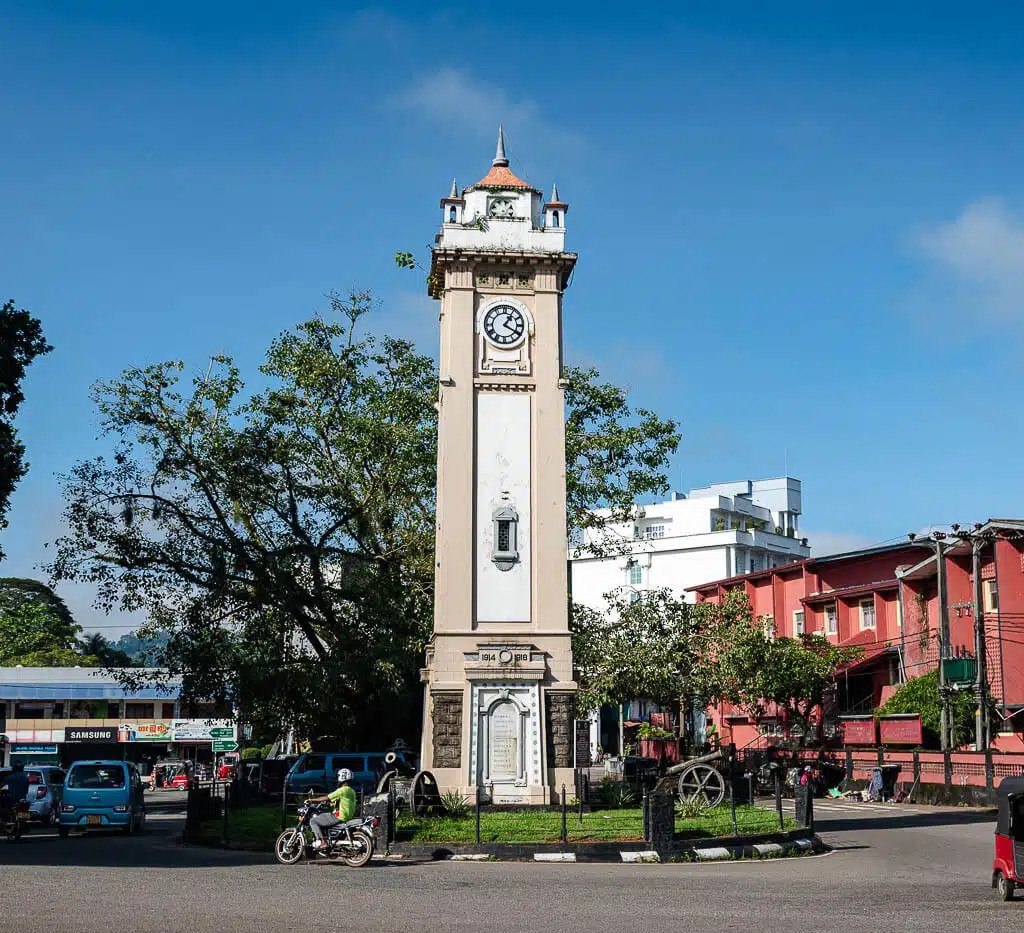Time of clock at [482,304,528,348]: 1:20
